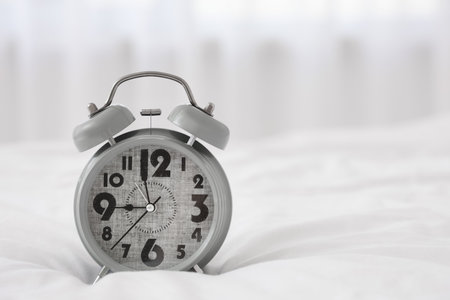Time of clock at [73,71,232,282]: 8:57
